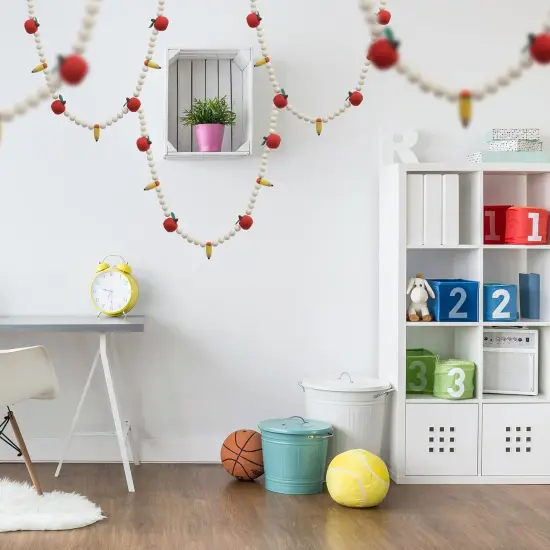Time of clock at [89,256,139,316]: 9:29
